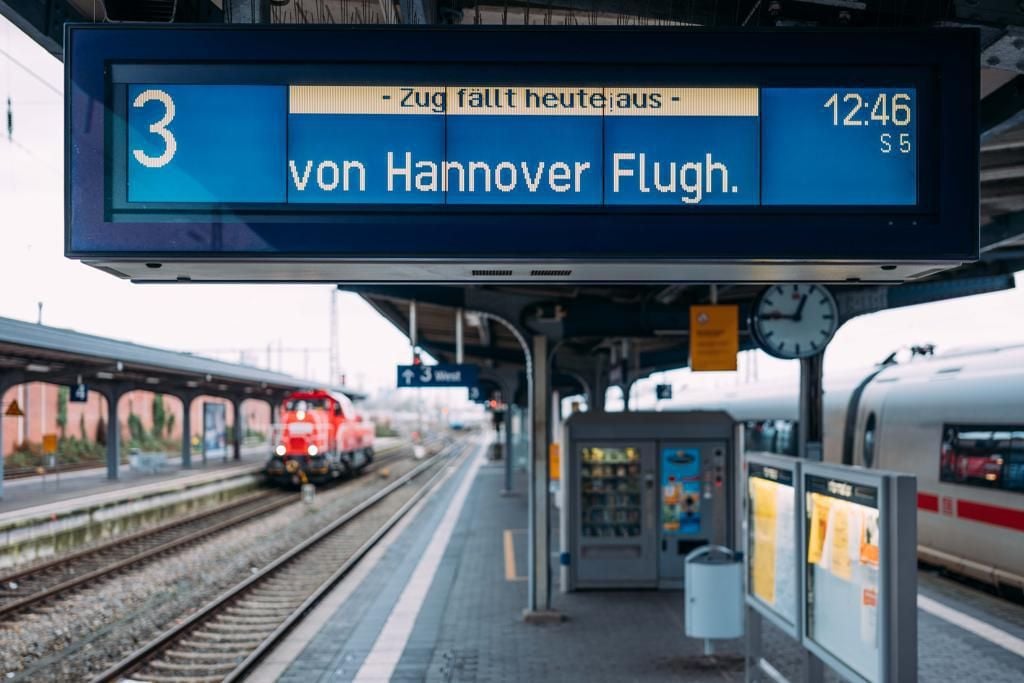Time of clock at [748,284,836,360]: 12:46
